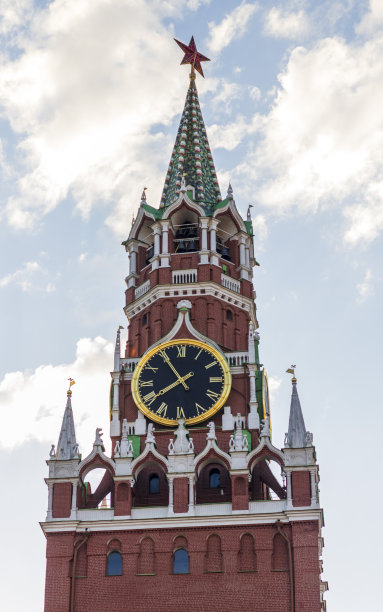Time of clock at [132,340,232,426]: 7:54
